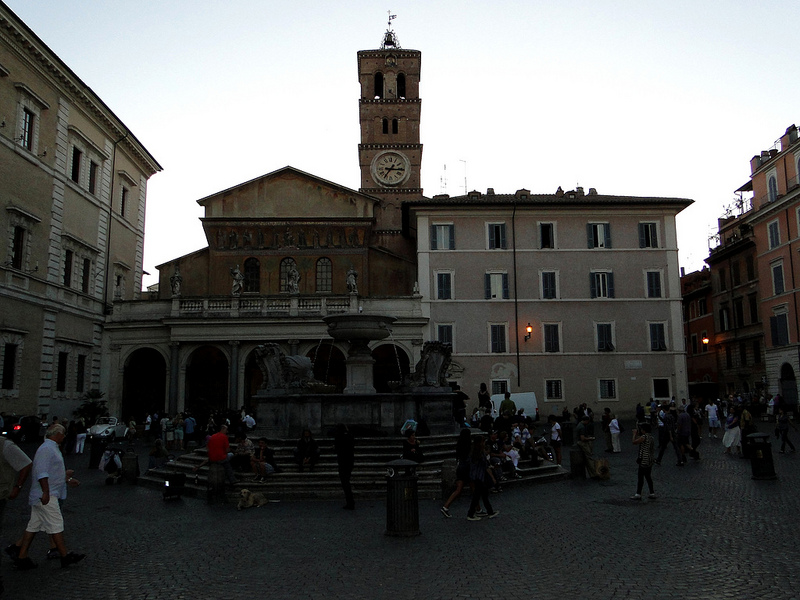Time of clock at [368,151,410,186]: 7:15
